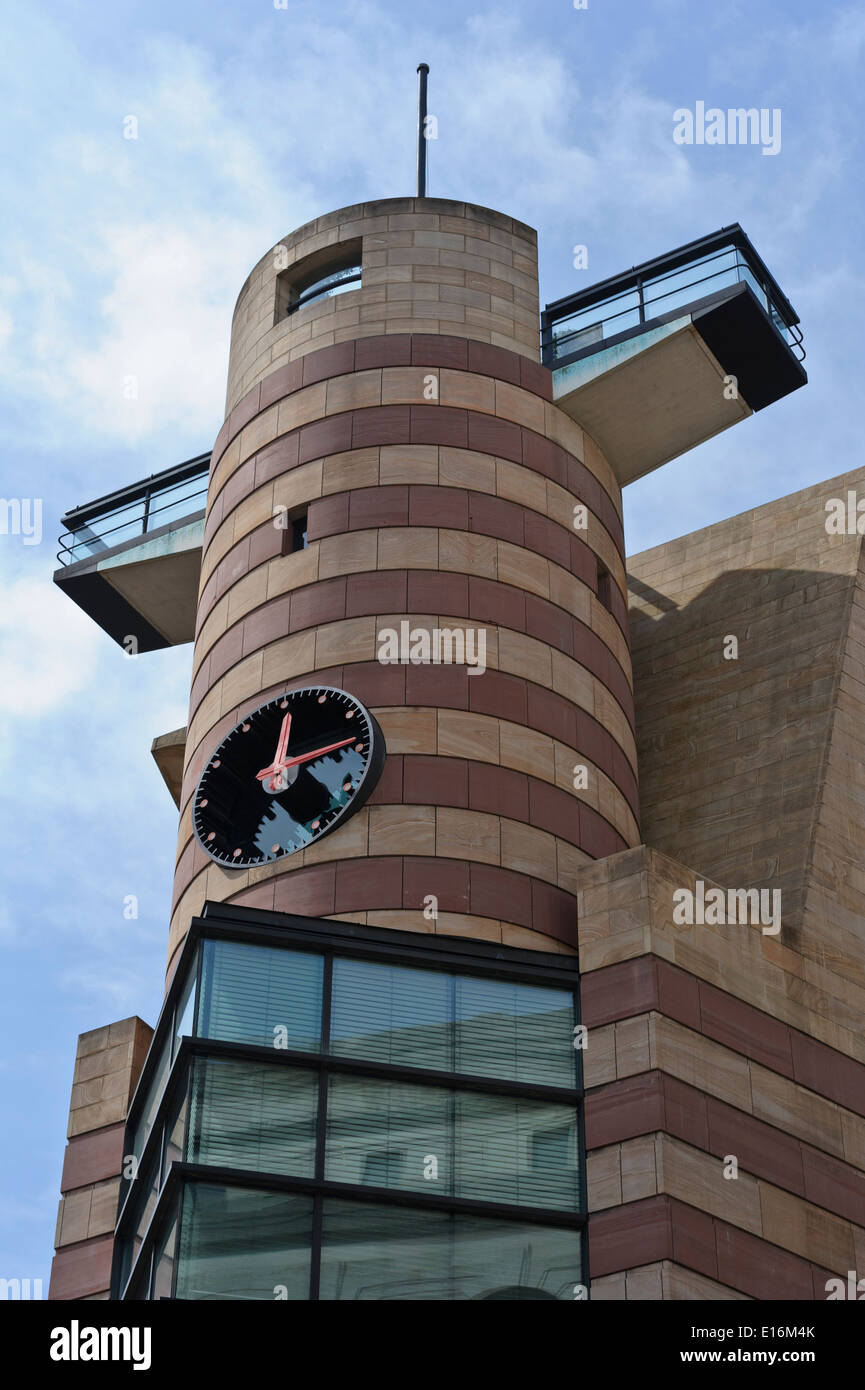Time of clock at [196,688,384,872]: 12:13
